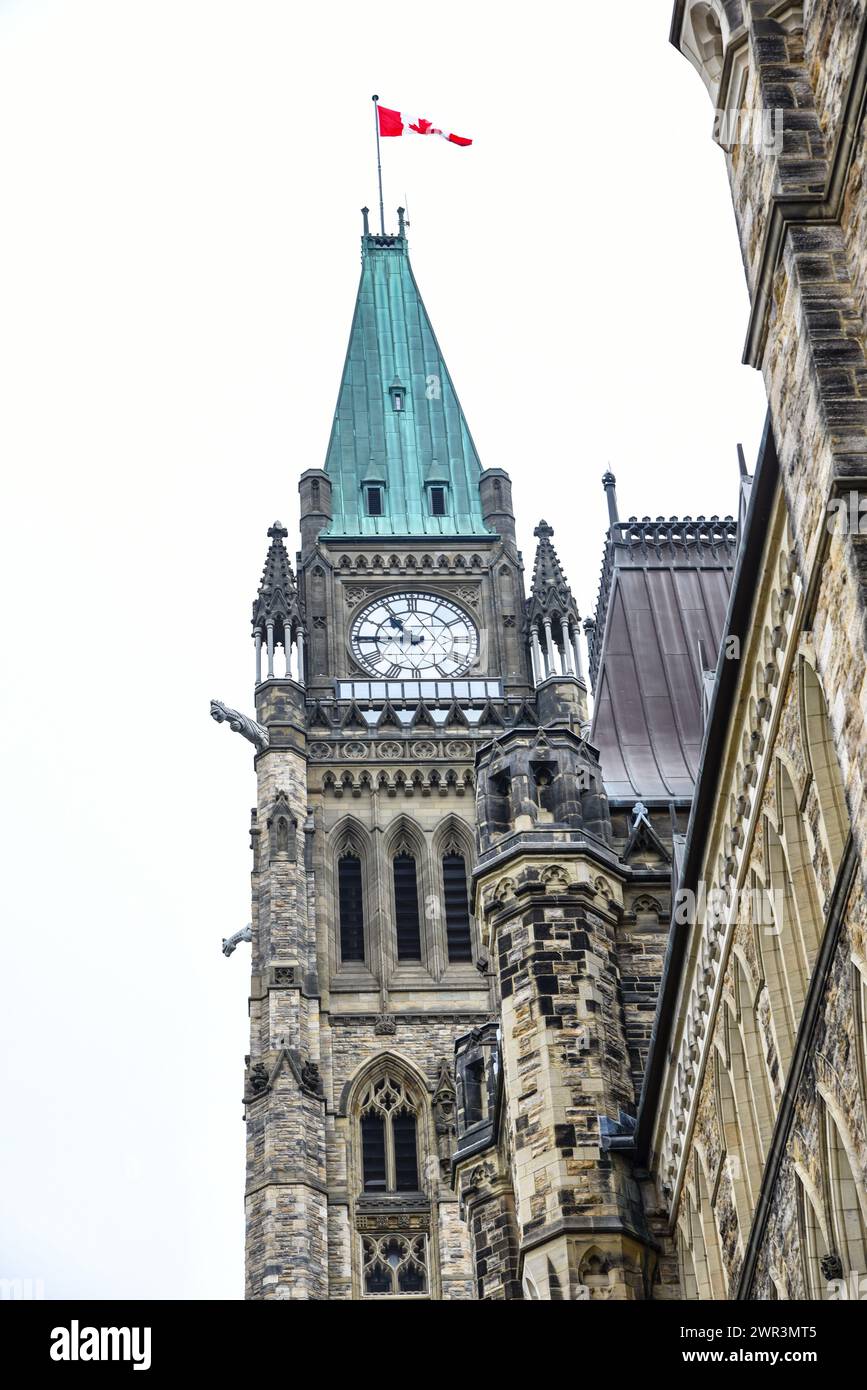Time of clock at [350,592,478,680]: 10:45
